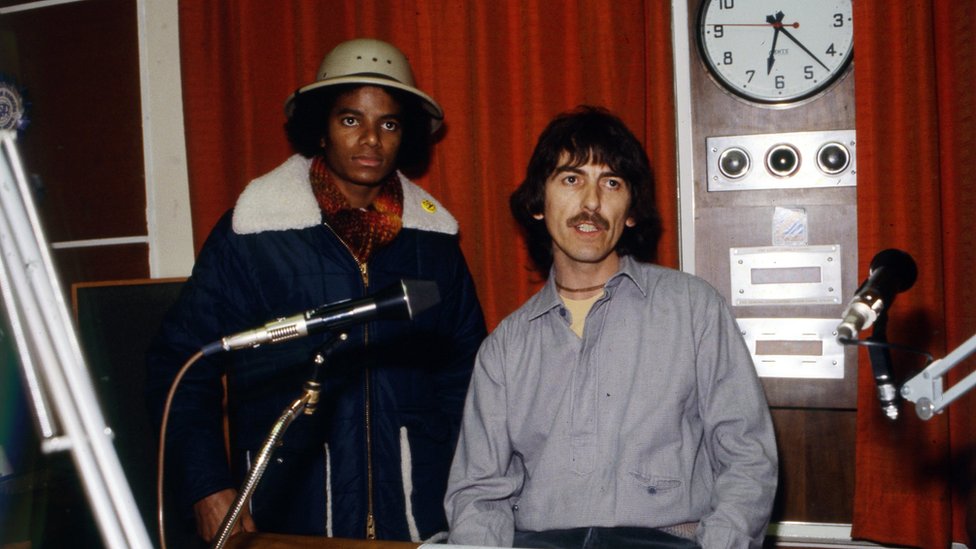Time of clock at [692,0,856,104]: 6:22
